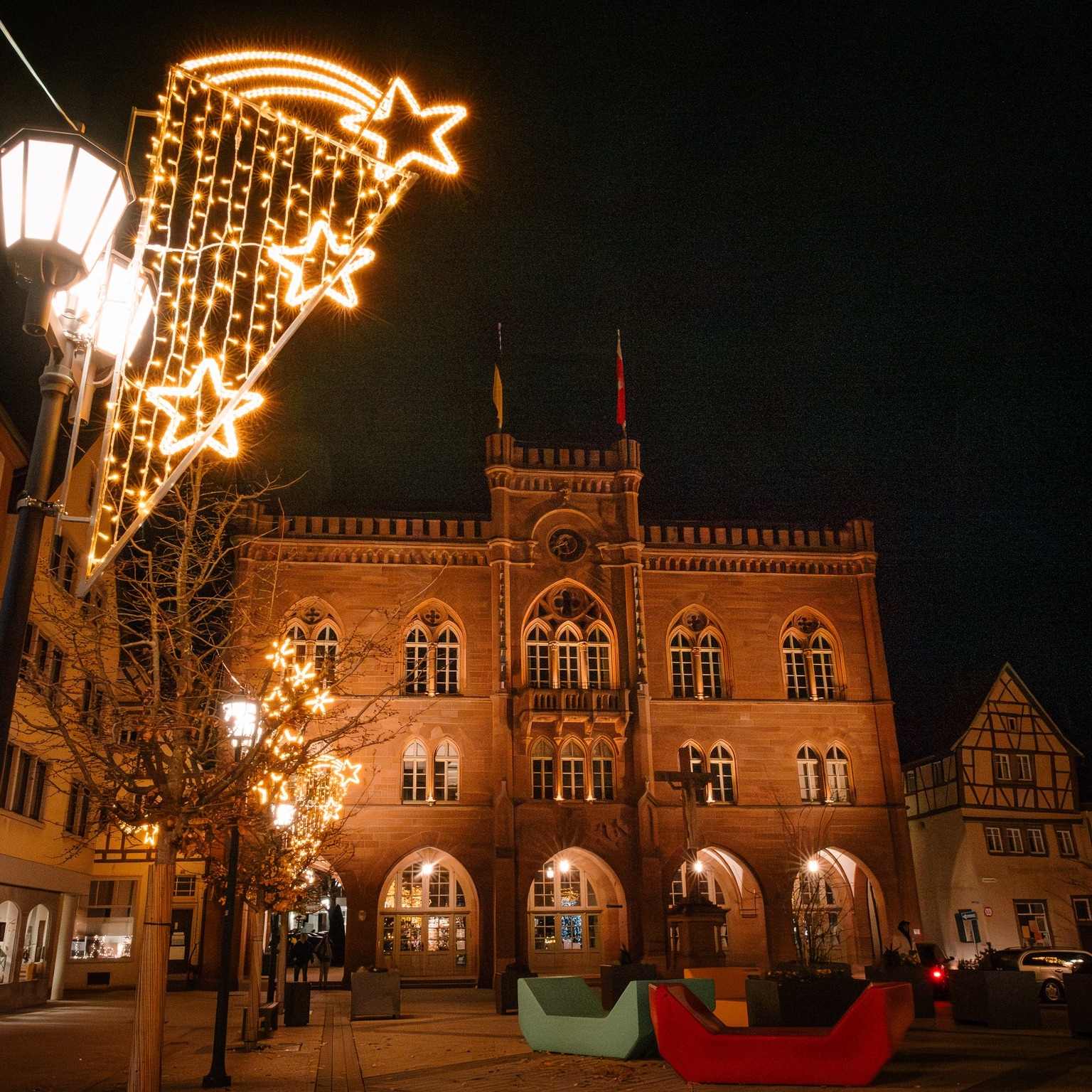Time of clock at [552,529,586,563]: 5:41
